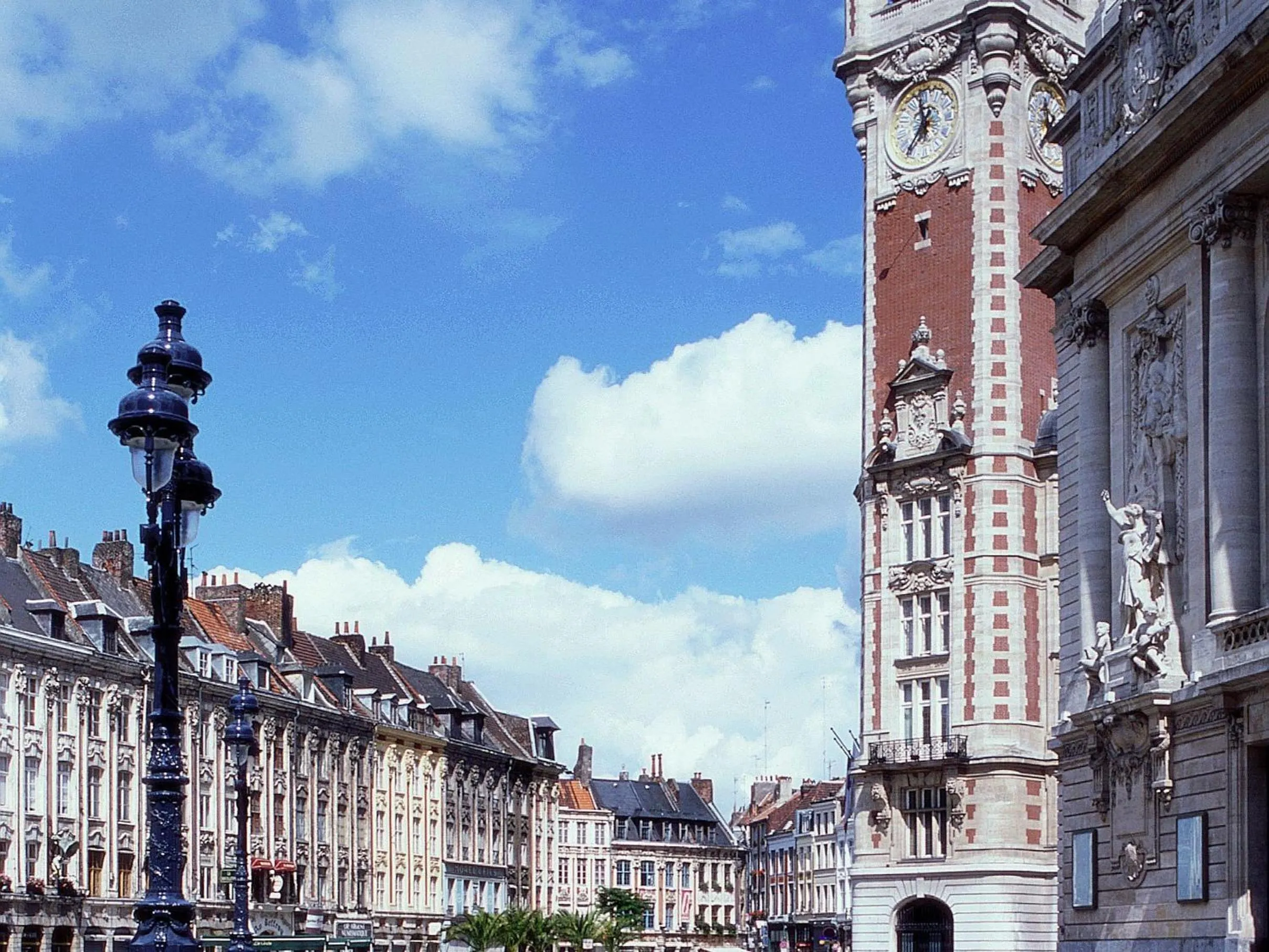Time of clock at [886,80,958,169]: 11:35
